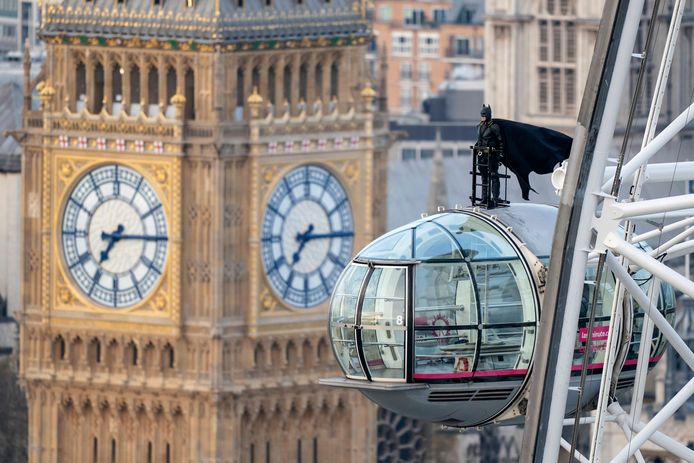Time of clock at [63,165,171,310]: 7:14
